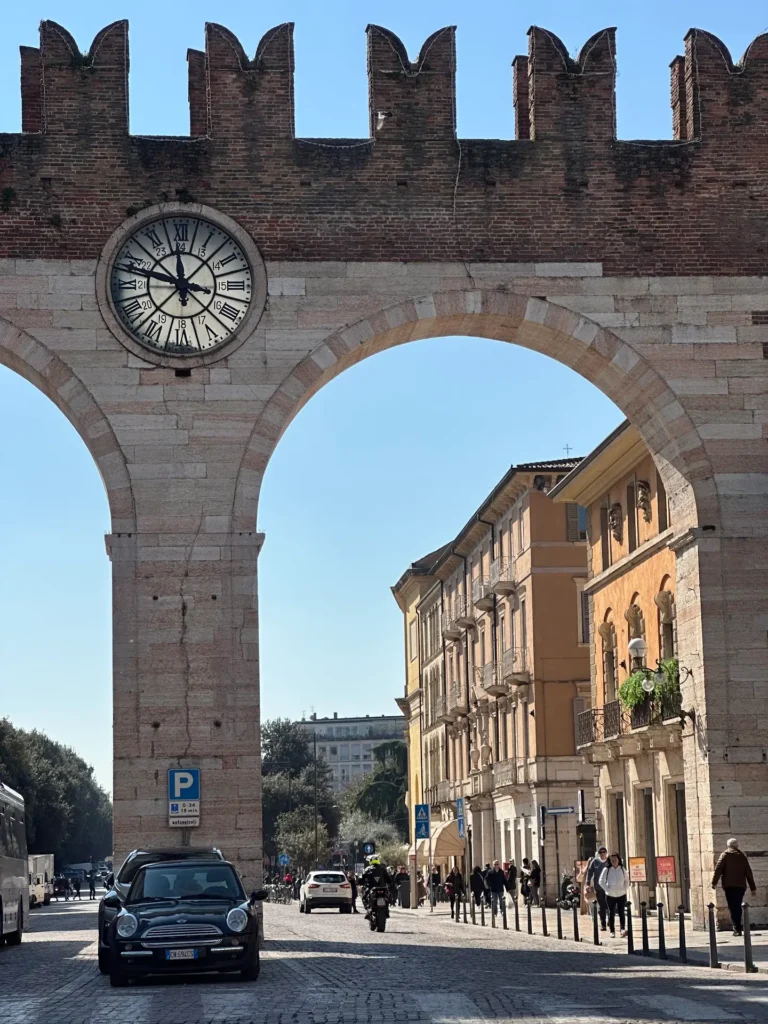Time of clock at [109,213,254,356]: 11:47
